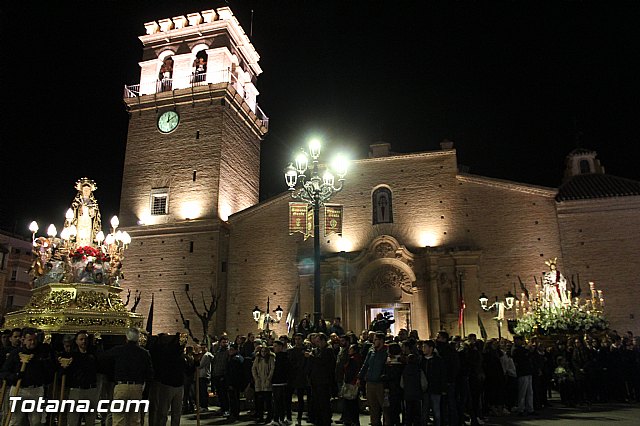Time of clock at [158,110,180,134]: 12:09
